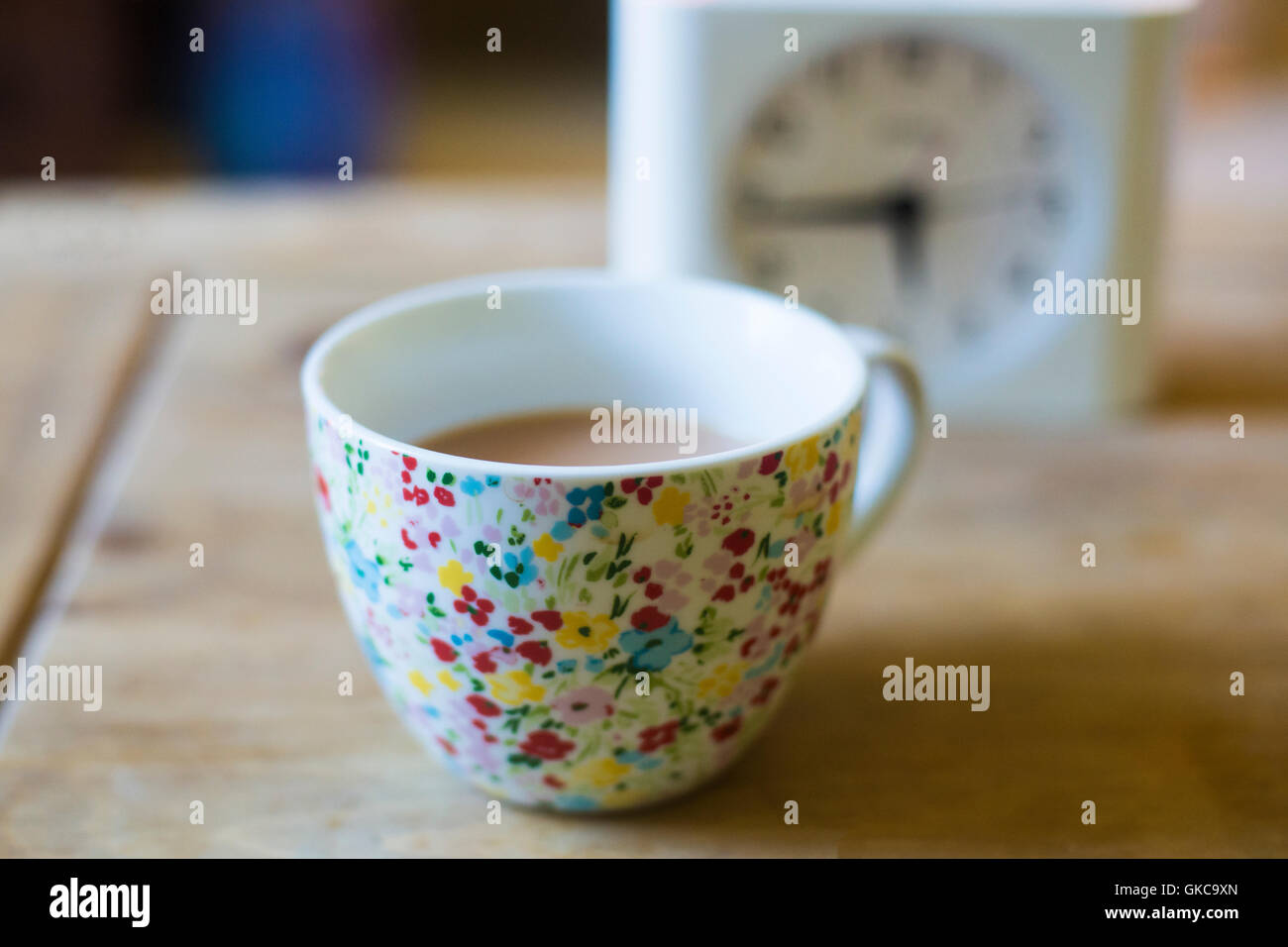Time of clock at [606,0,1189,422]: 5:43
